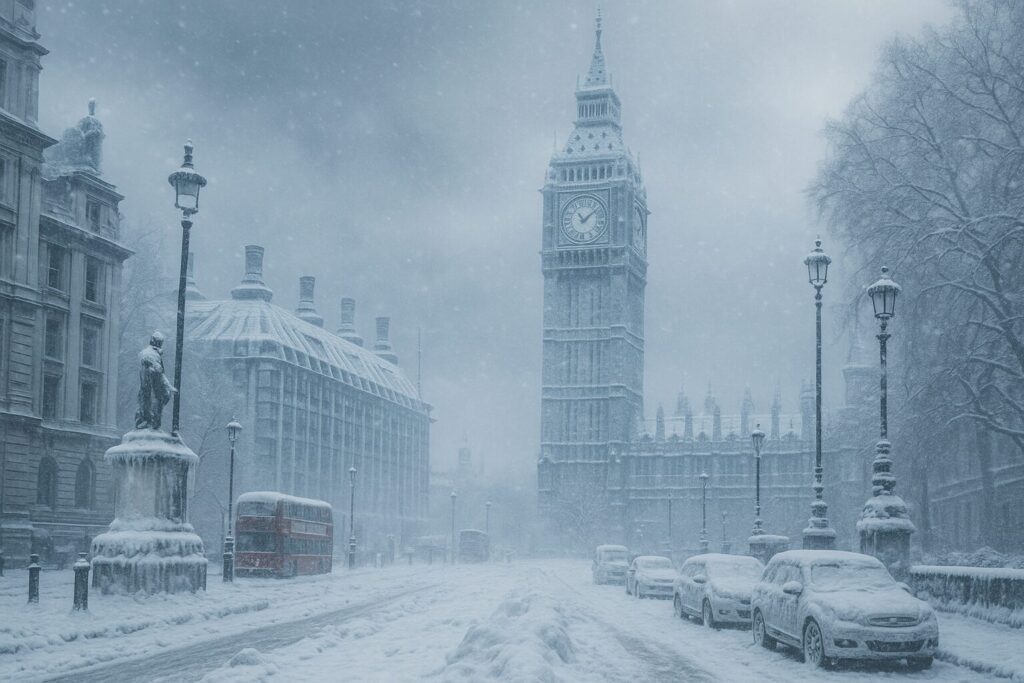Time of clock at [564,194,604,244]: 11:08
